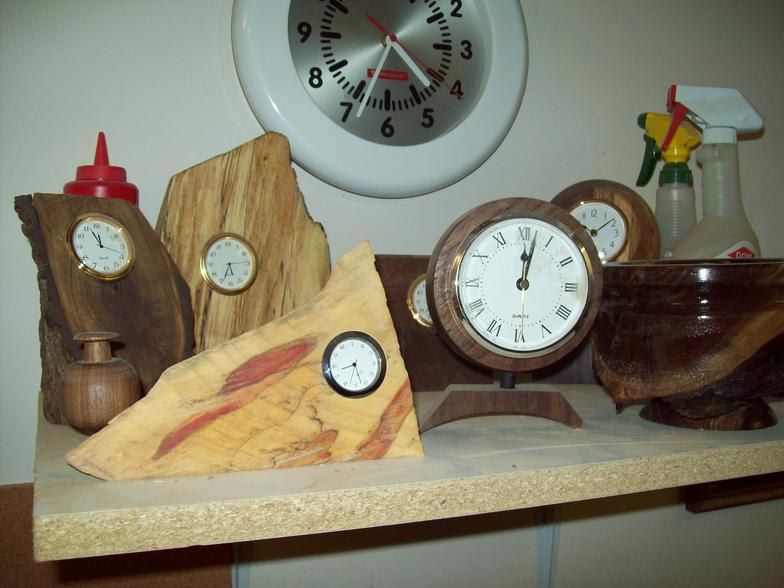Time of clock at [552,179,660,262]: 10:08
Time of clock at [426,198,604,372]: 12:02
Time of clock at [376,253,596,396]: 12:02
